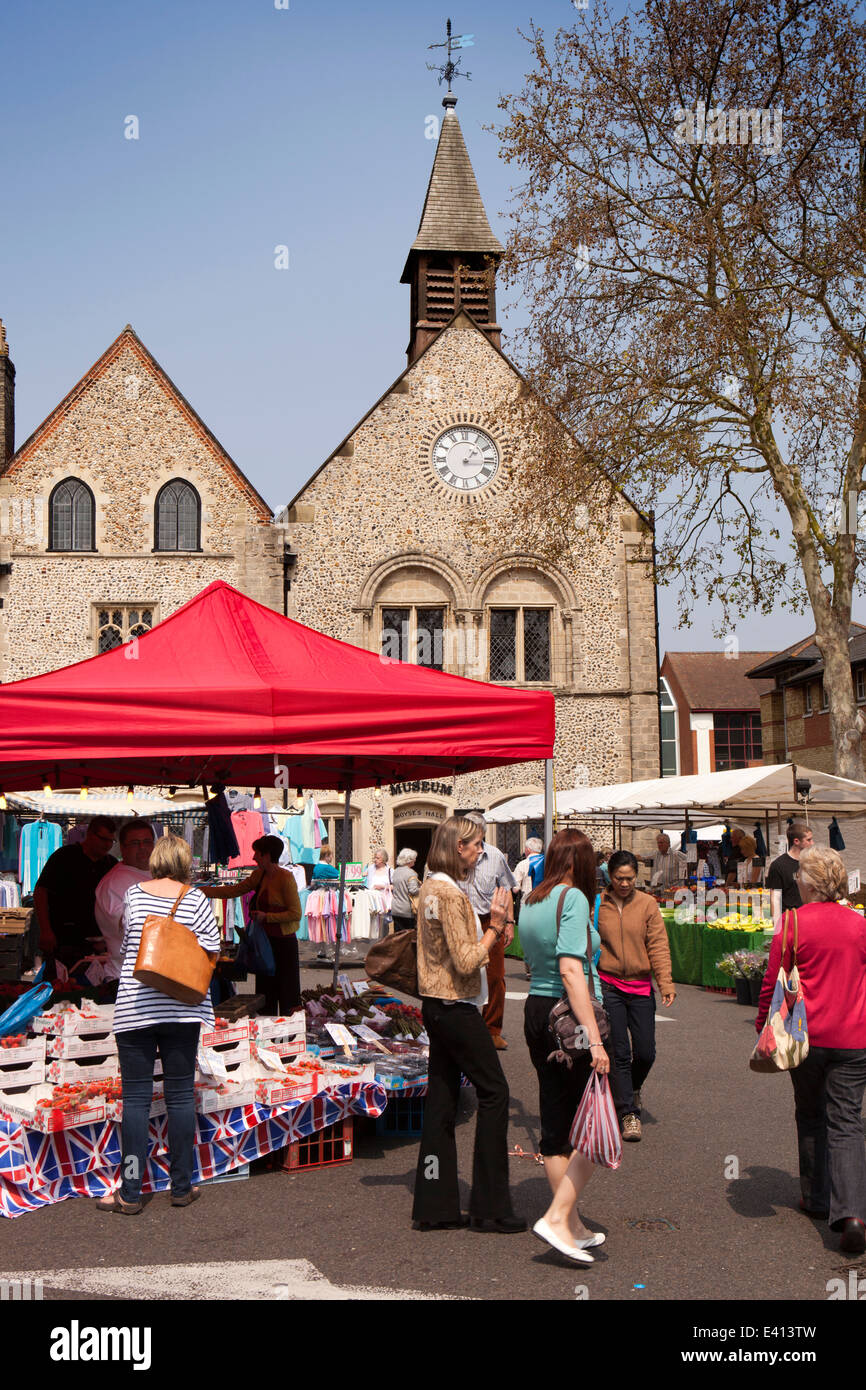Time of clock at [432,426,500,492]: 1:16
